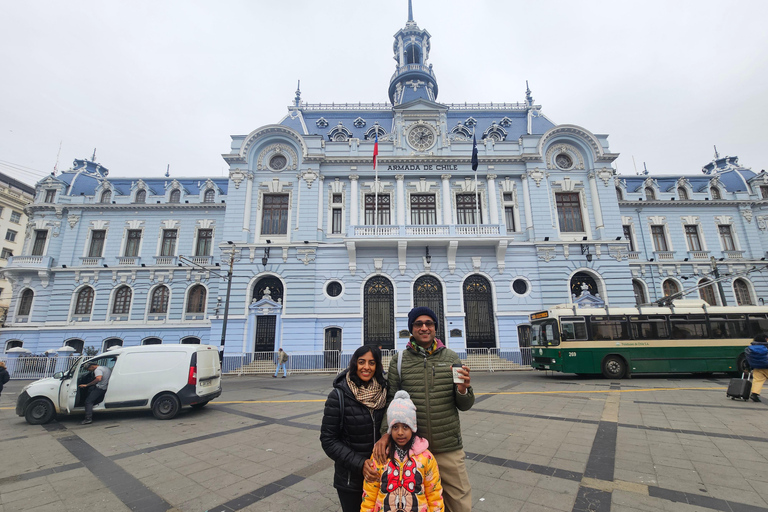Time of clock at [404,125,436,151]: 12:11
